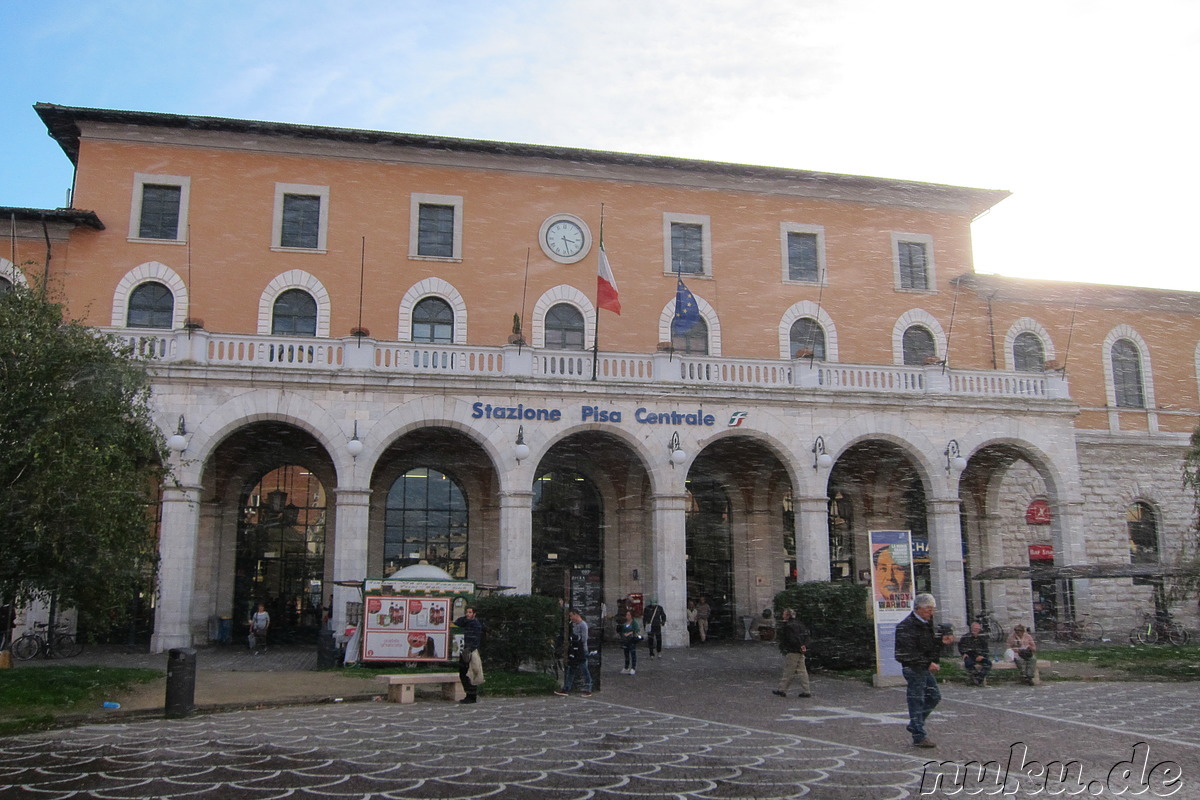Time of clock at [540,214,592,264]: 3:27
